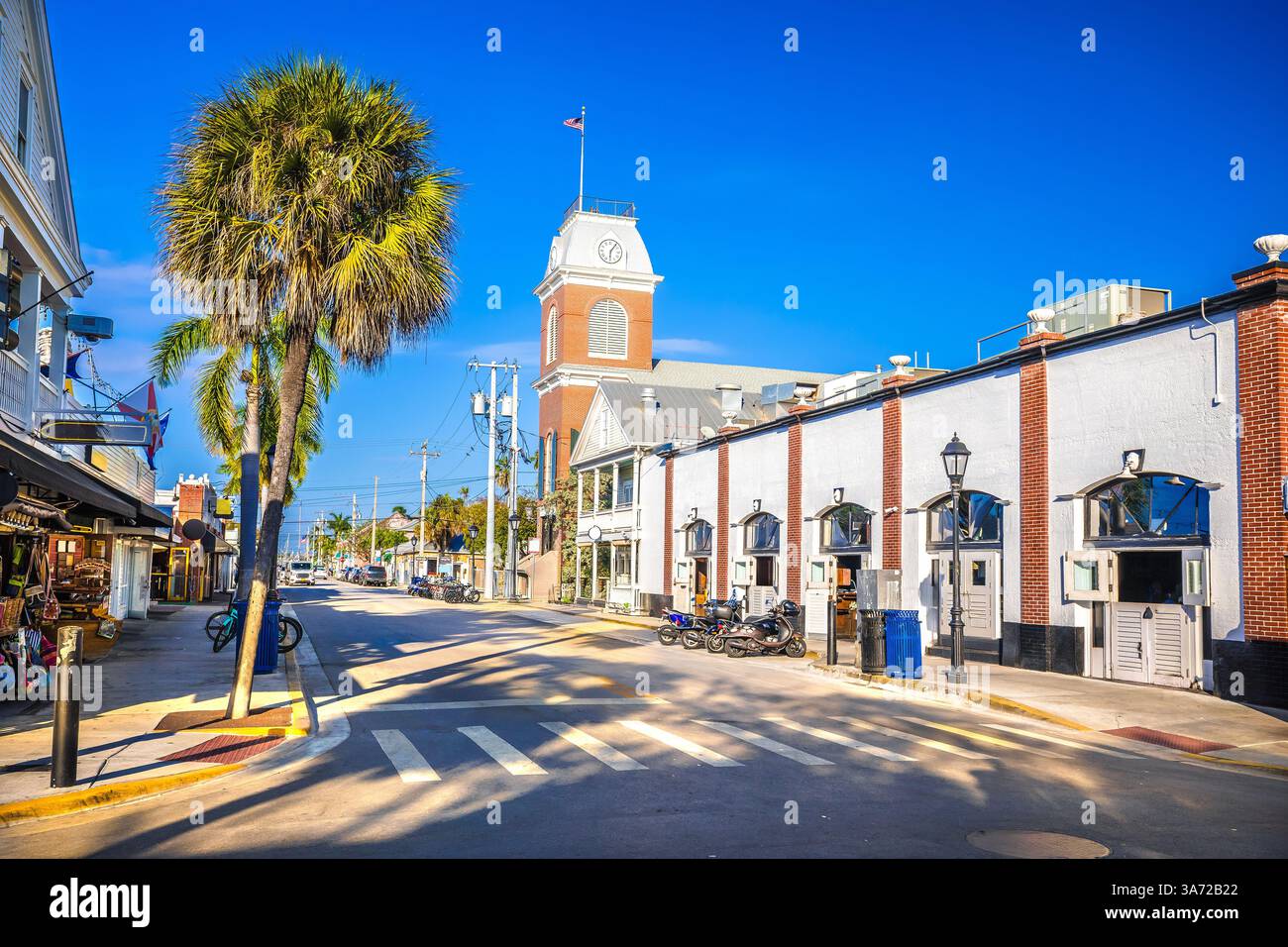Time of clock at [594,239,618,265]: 6:06
